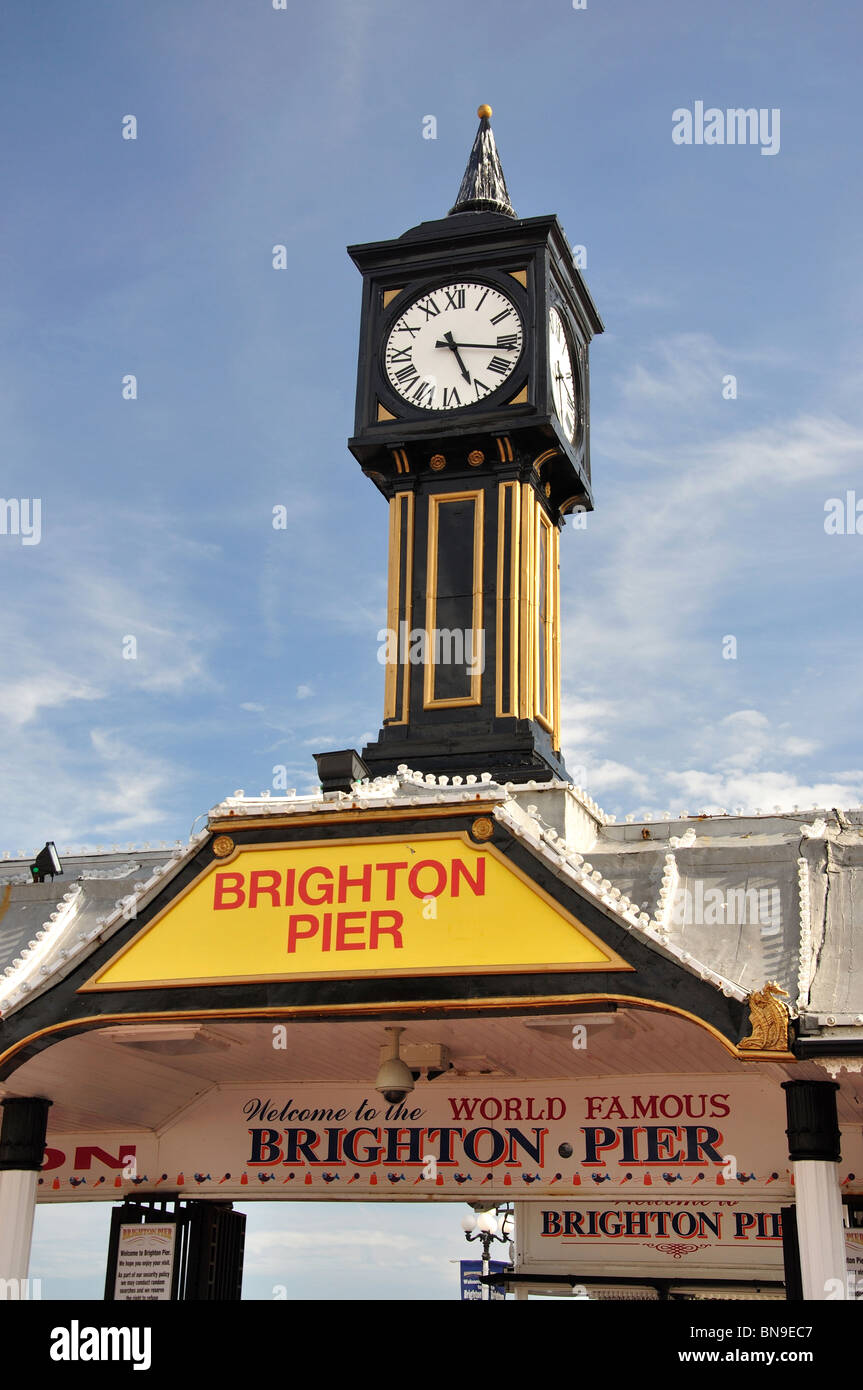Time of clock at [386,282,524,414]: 5:16
